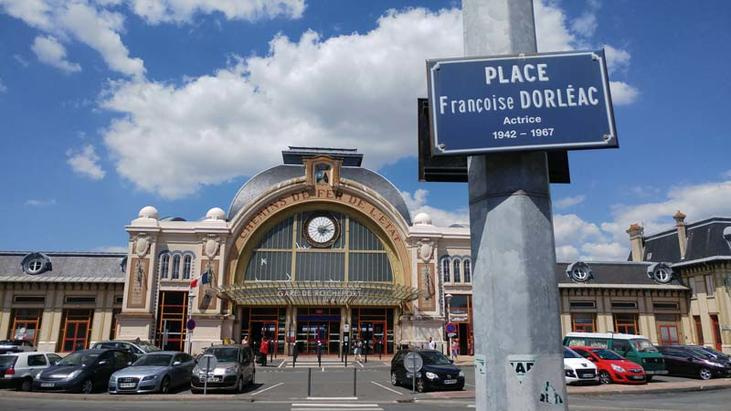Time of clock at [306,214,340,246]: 3:09
